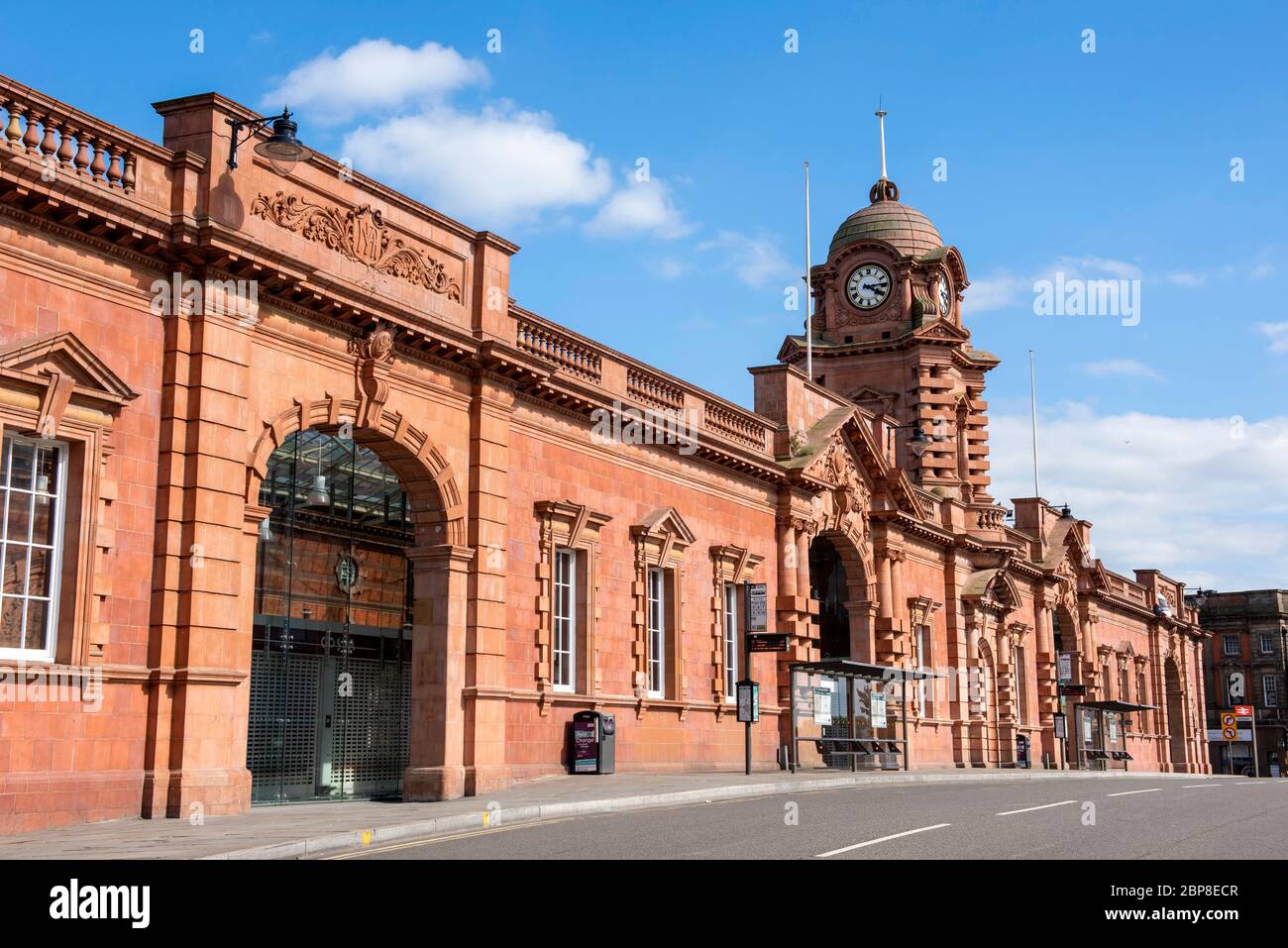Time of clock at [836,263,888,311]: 4:13
